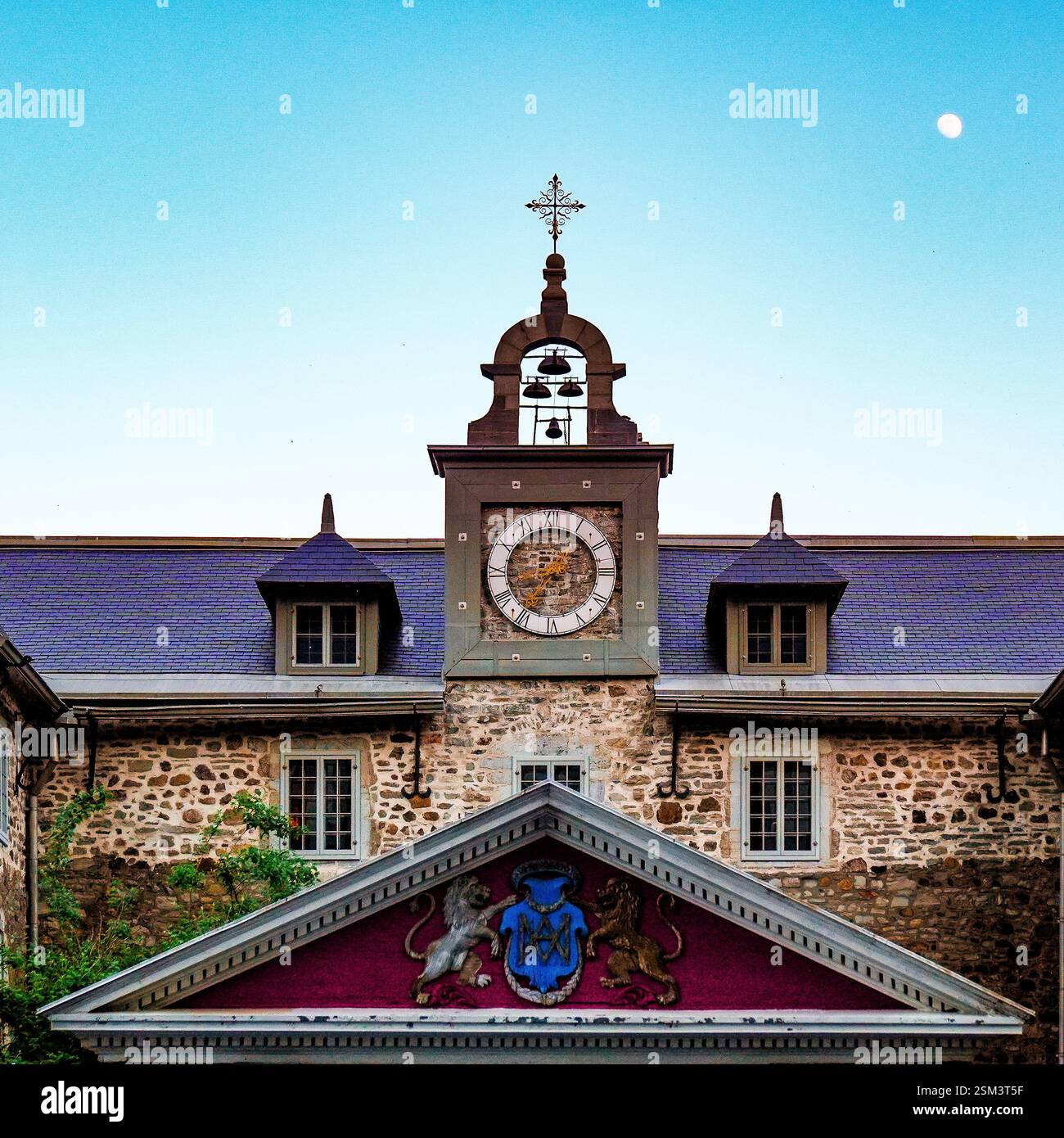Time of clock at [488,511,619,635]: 7:15
